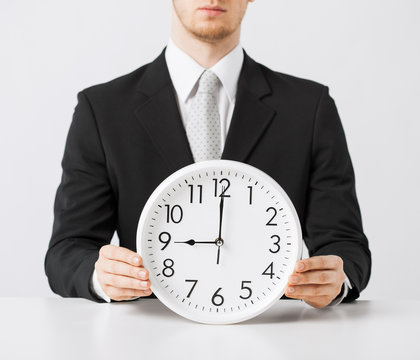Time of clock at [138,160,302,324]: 9:00
